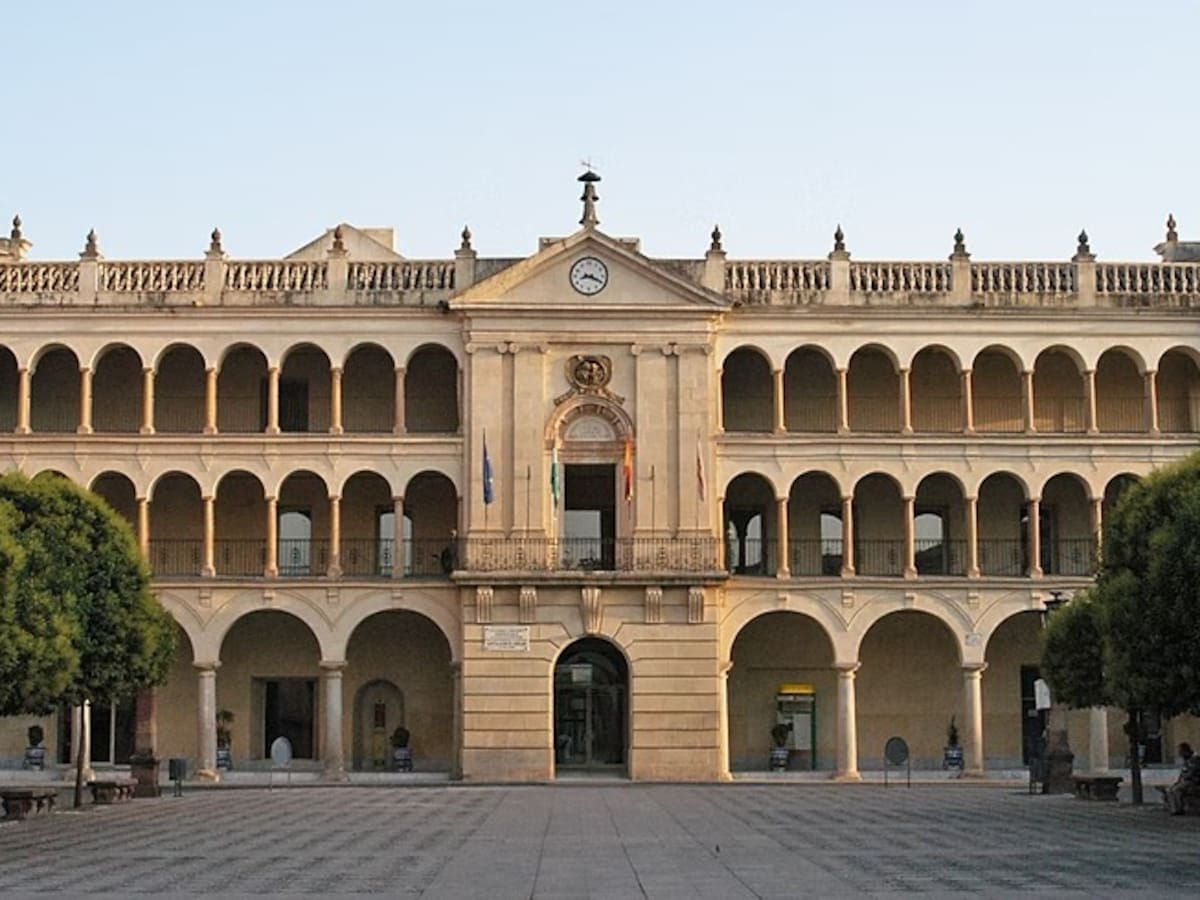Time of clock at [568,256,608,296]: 8:19
